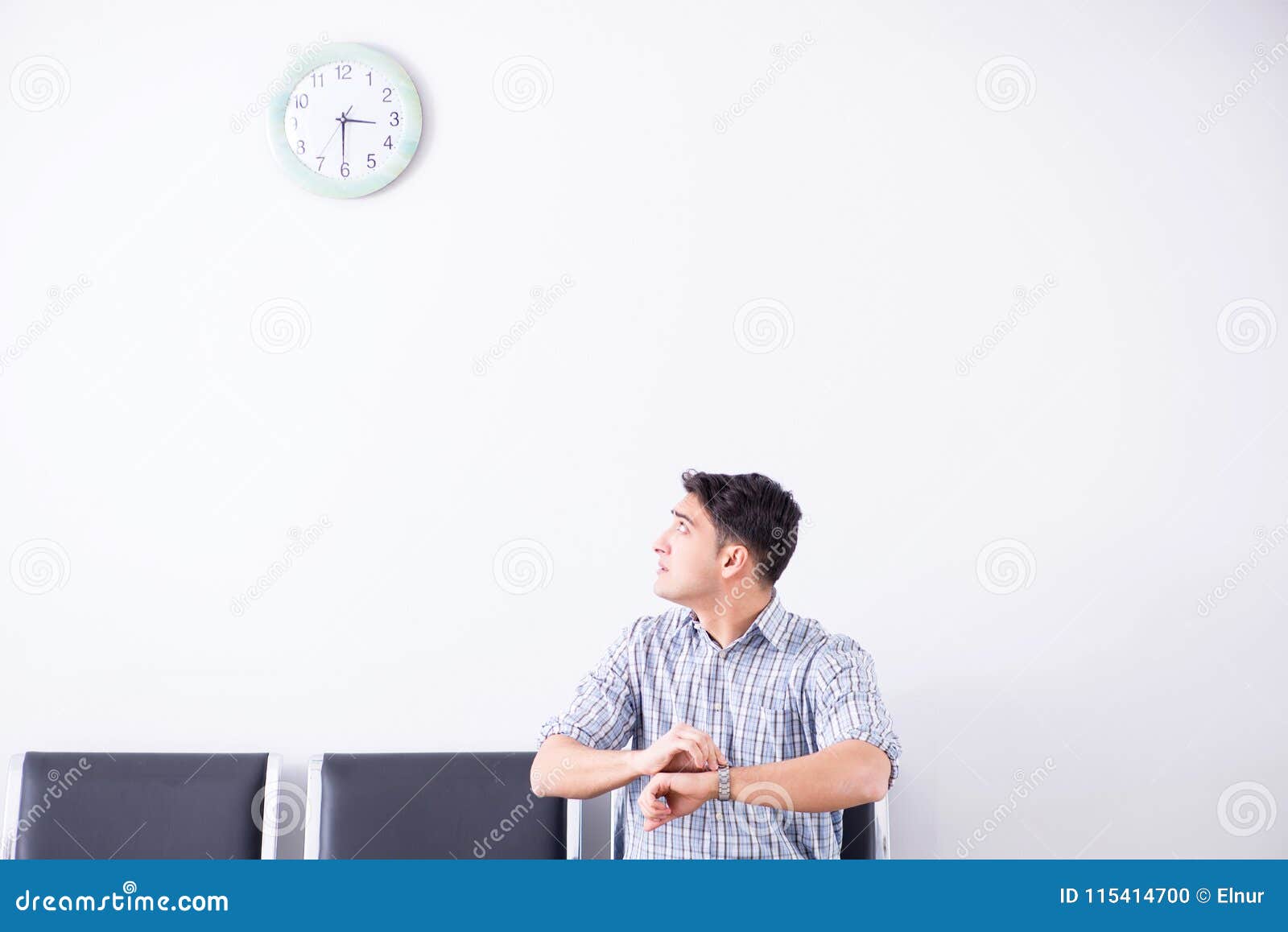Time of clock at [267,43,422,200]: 3:30
